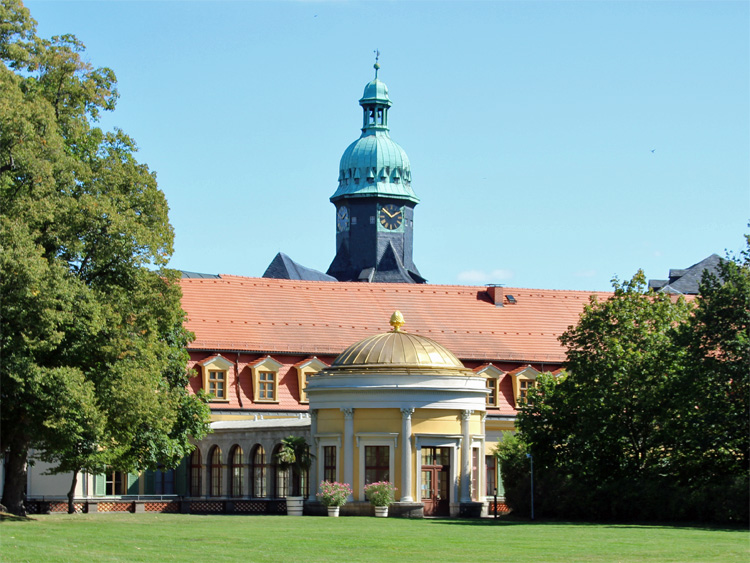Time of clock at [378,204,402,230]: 1:51
